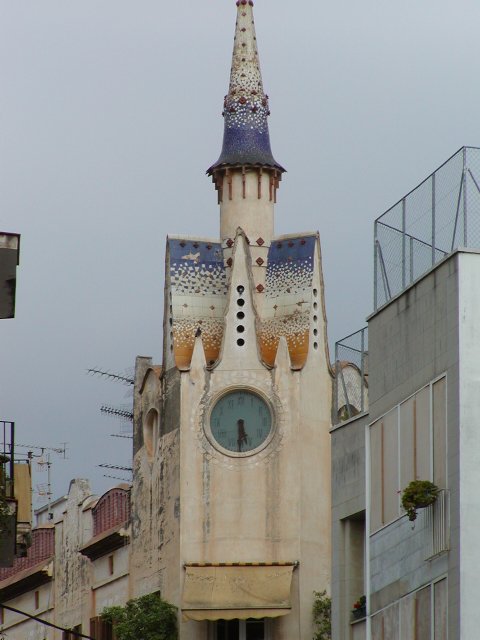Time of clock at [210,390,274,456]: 5:30
